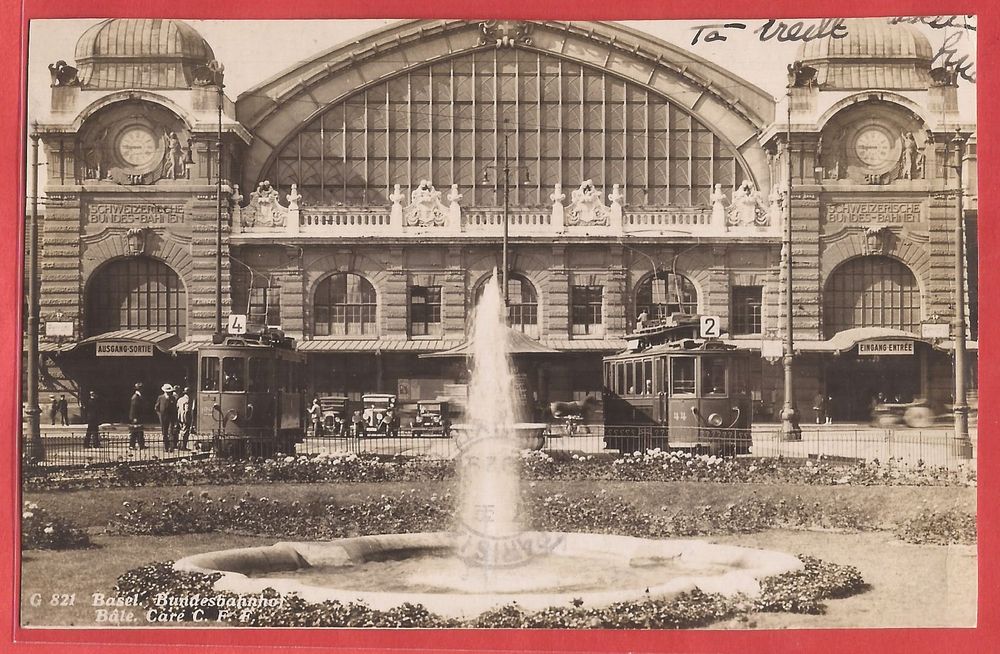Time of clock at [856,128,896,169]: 8:45
